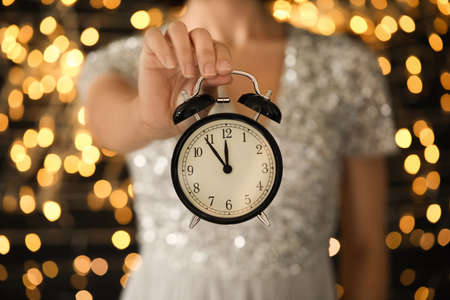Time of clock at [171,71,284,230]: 11:53
